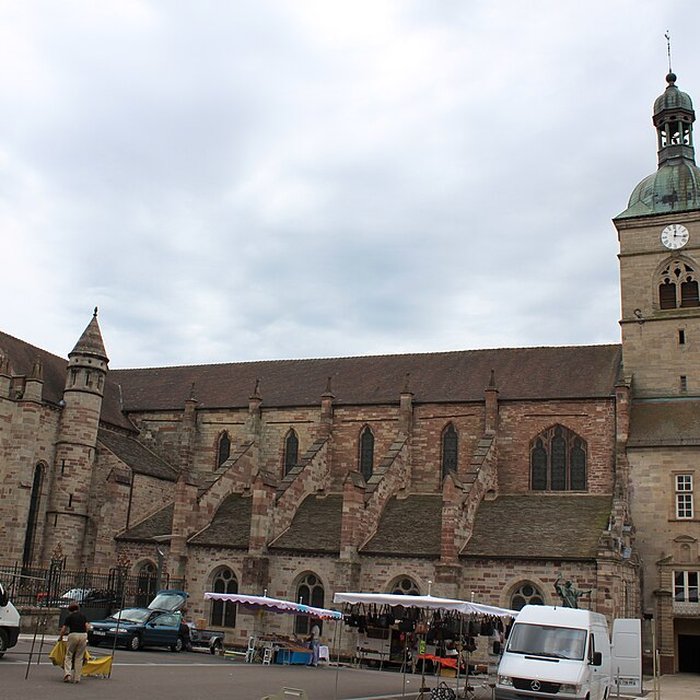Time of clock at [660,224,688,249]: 12:16
